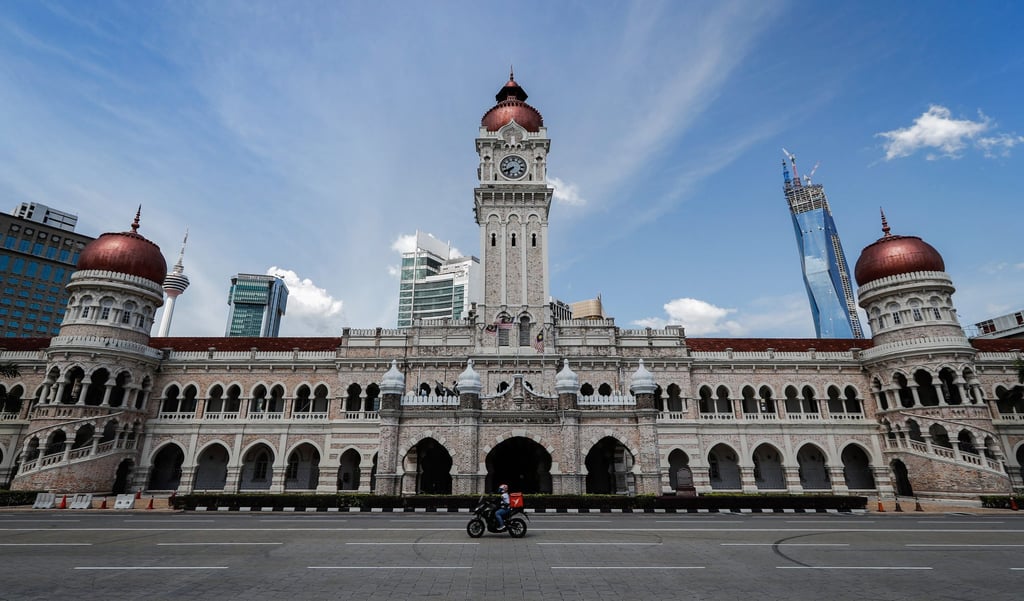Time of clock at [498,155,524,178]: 7:40
